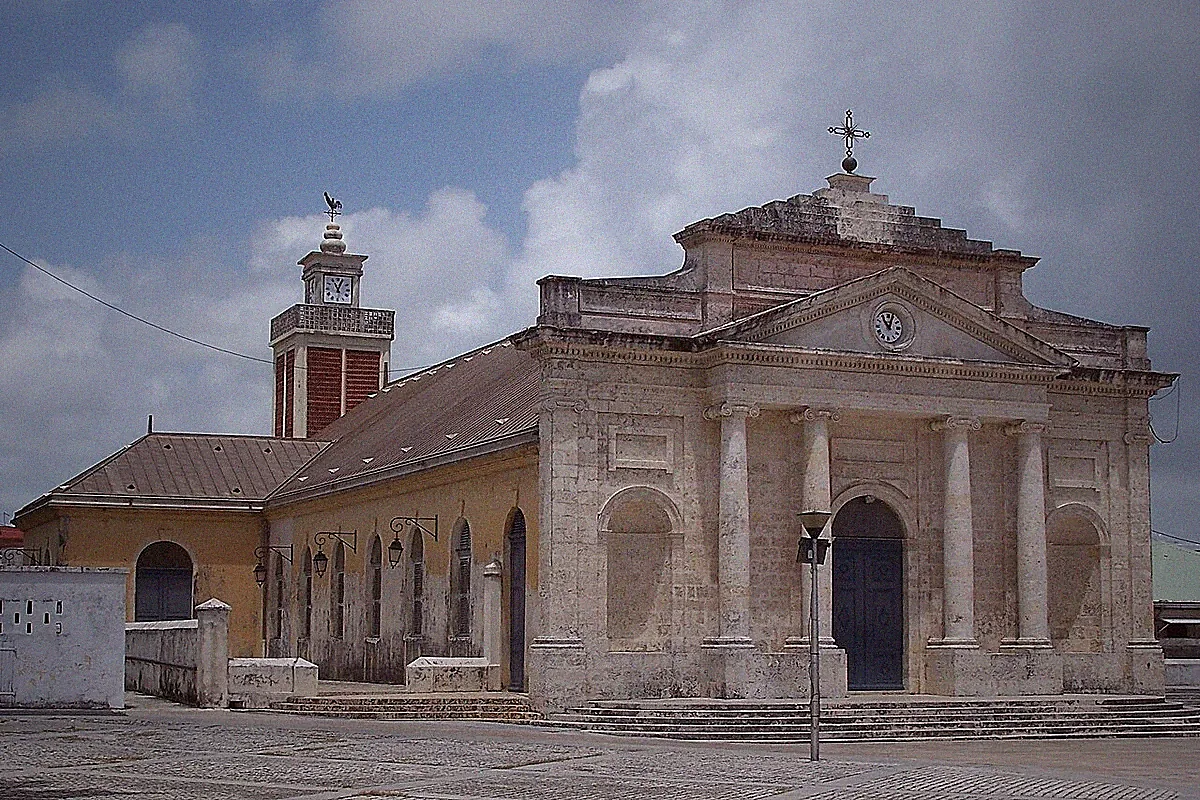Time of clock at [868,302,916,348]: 11:03
